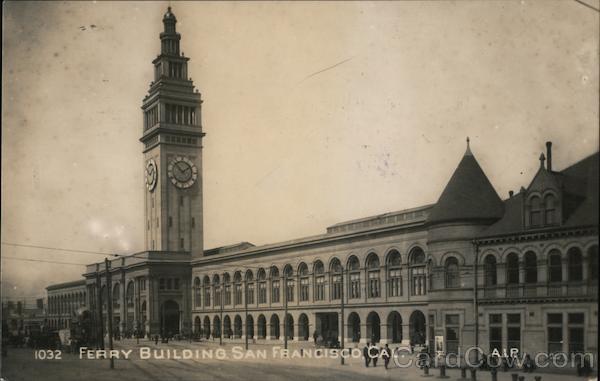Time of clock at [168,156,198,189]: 1:52
